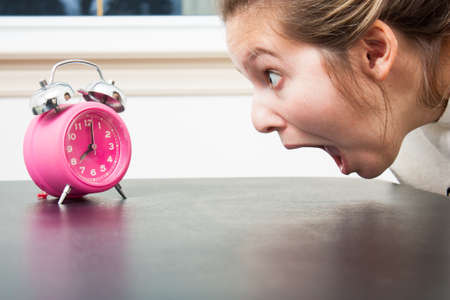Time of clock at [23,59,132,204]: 8:01
